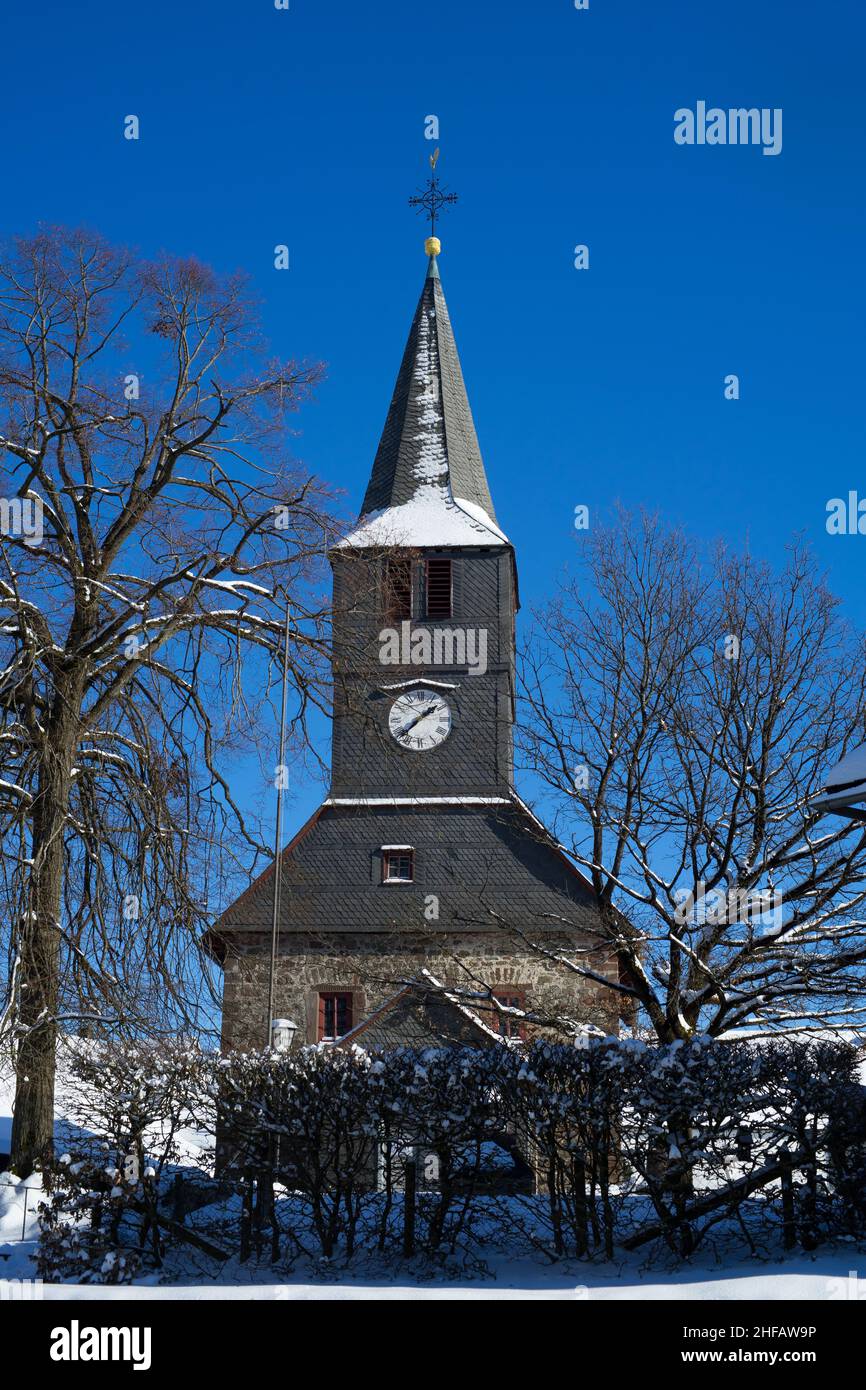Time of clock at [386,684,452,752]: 1:37
